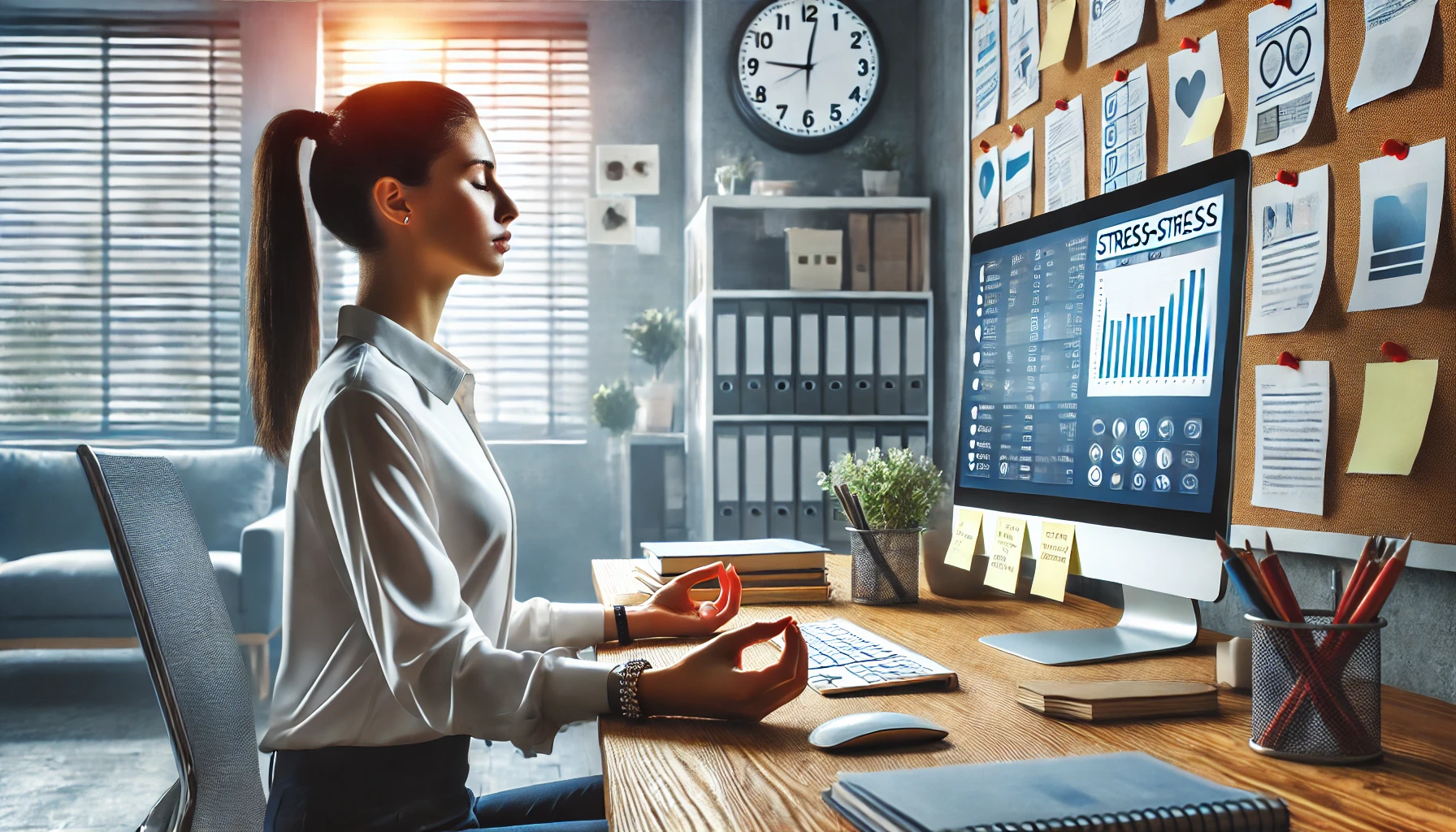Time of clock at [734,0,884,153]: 9:01
